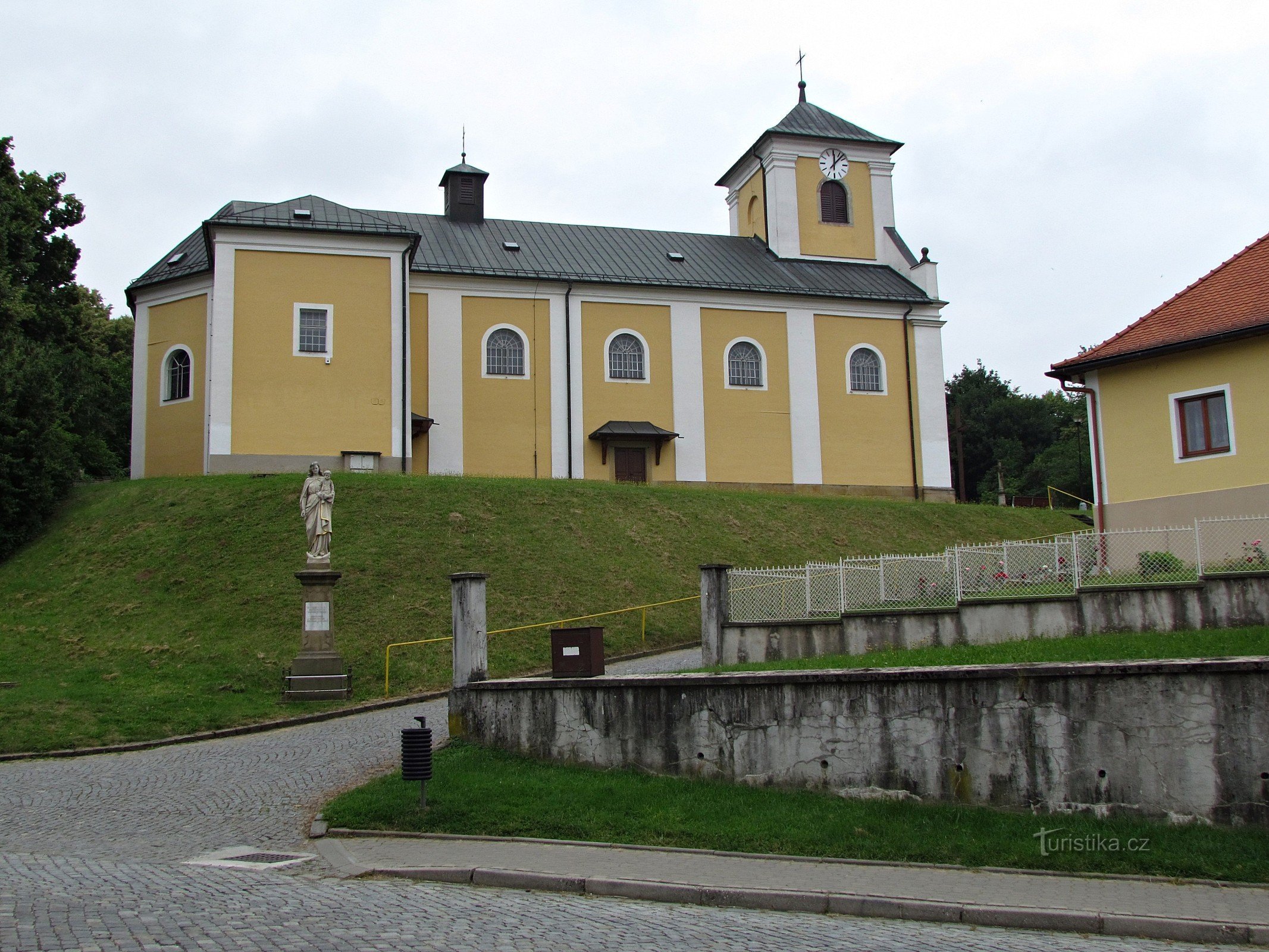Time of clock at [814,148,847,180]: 12:07
